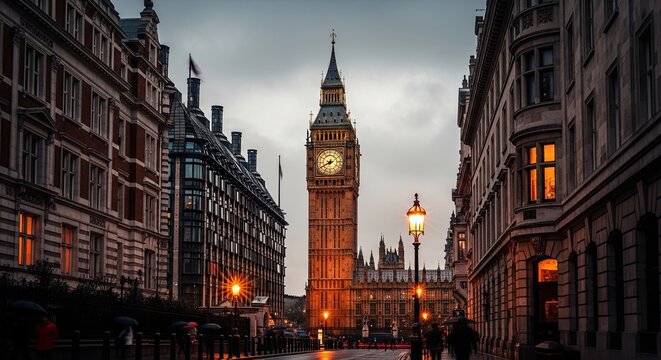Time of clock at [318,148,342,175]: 6:40
